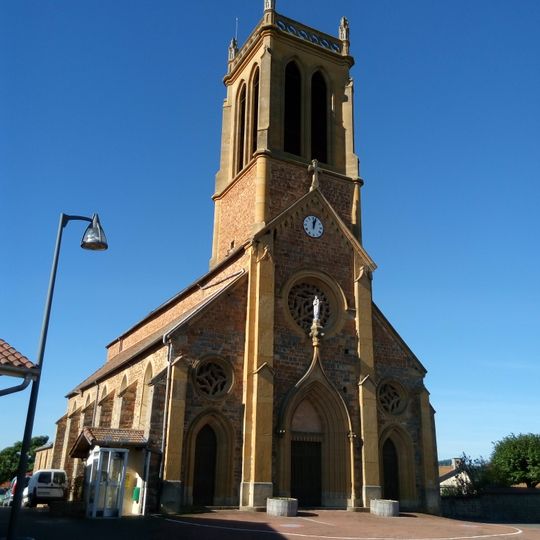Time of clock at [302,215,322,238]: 12:03
